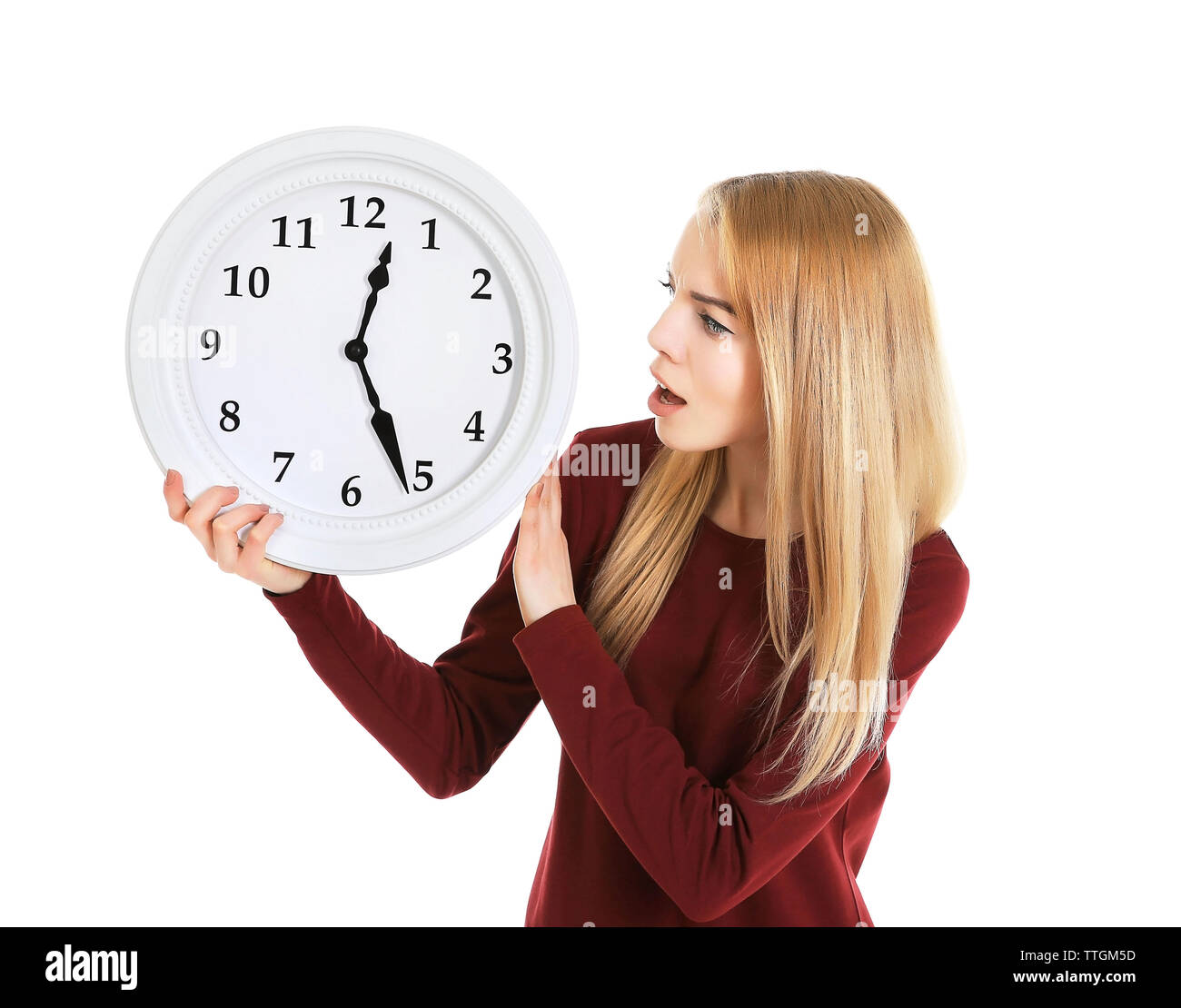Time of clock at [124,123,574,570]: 12:26
